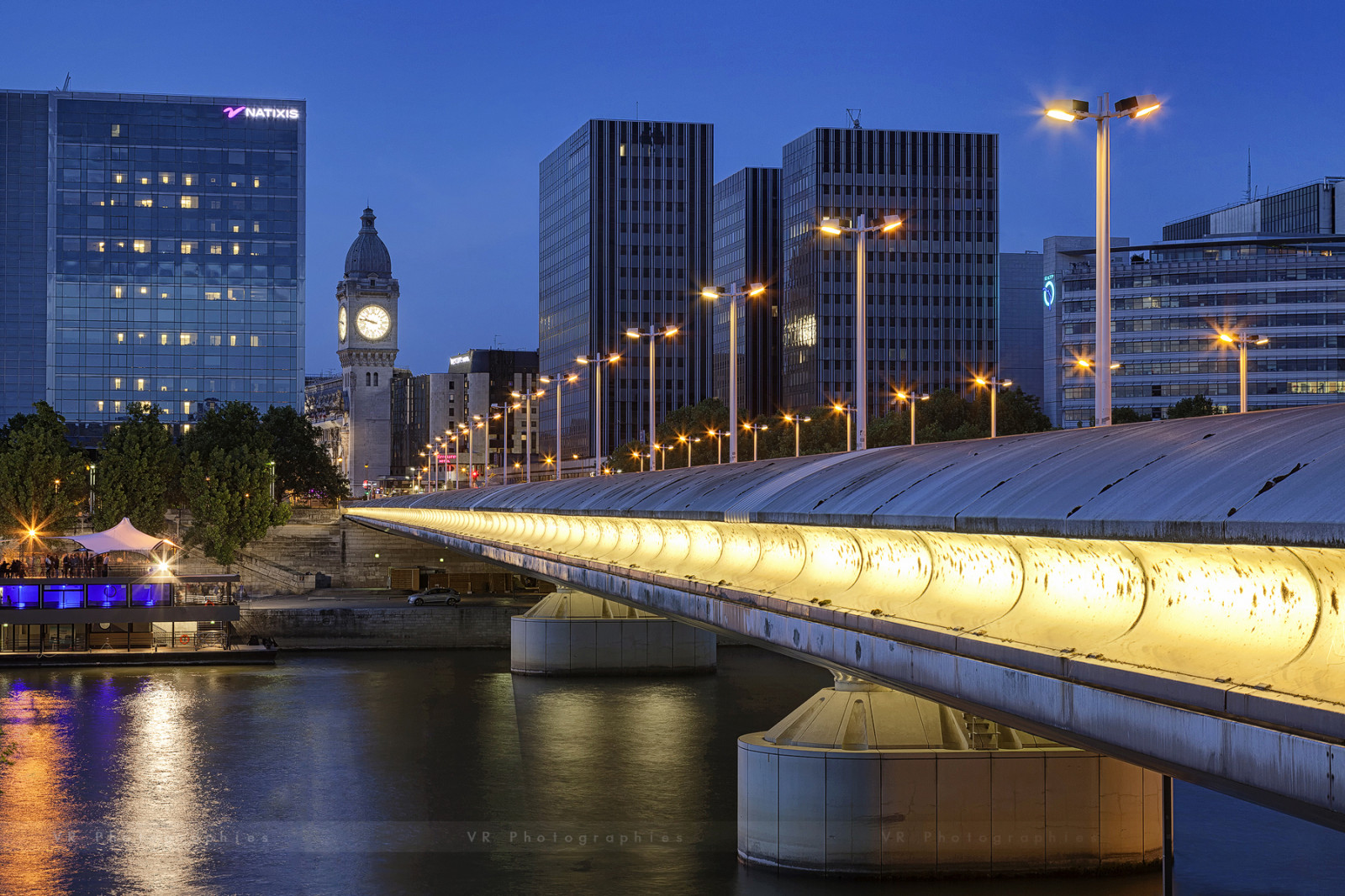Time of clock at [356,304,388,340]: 9:47
